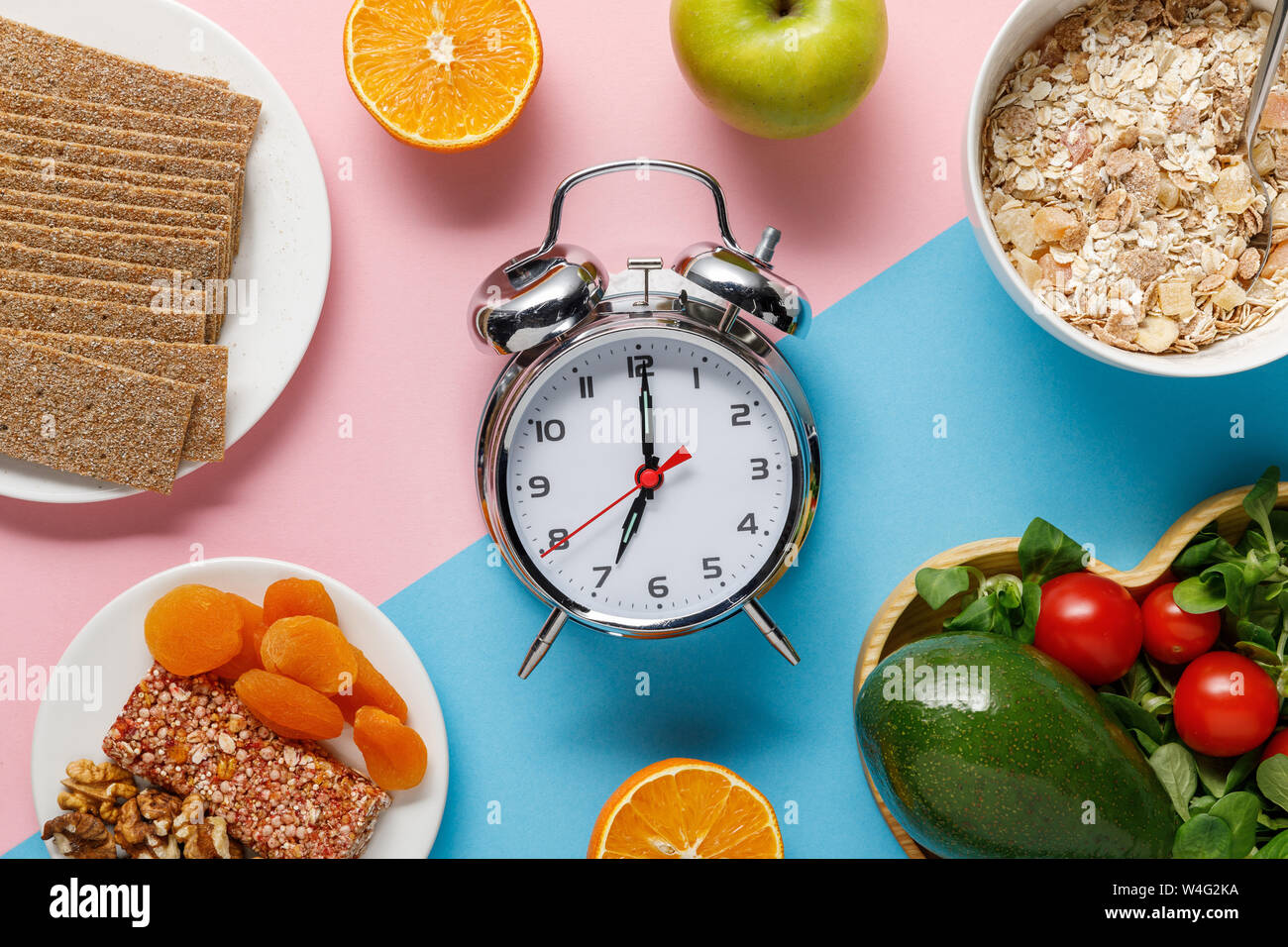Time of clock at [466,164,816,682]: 7:00
